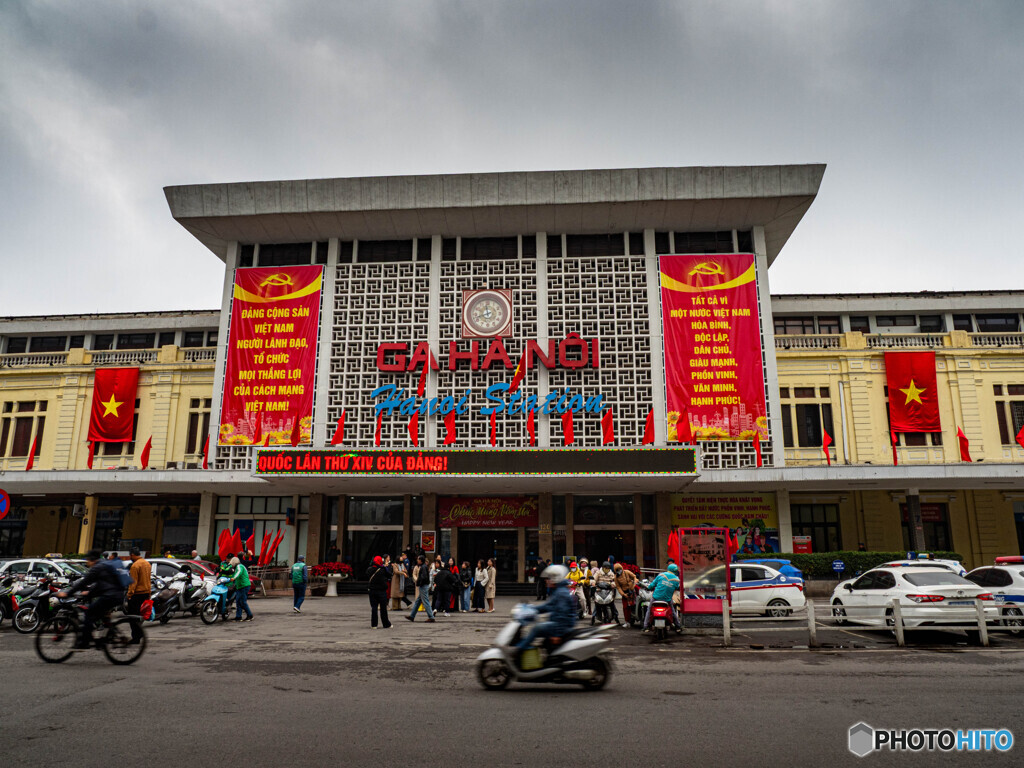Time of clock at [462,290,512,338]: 11:42
